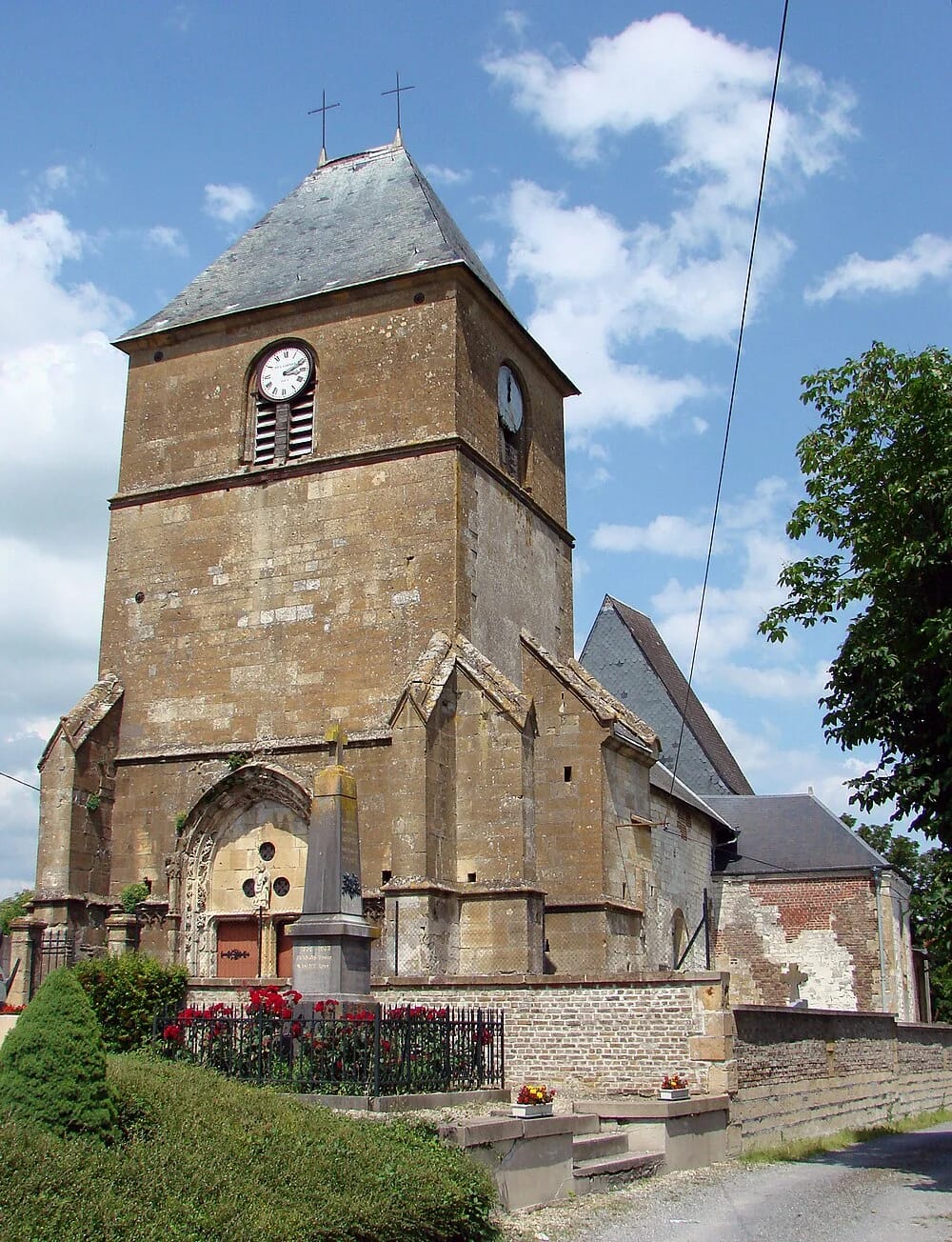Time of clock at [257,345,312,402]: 3:11
